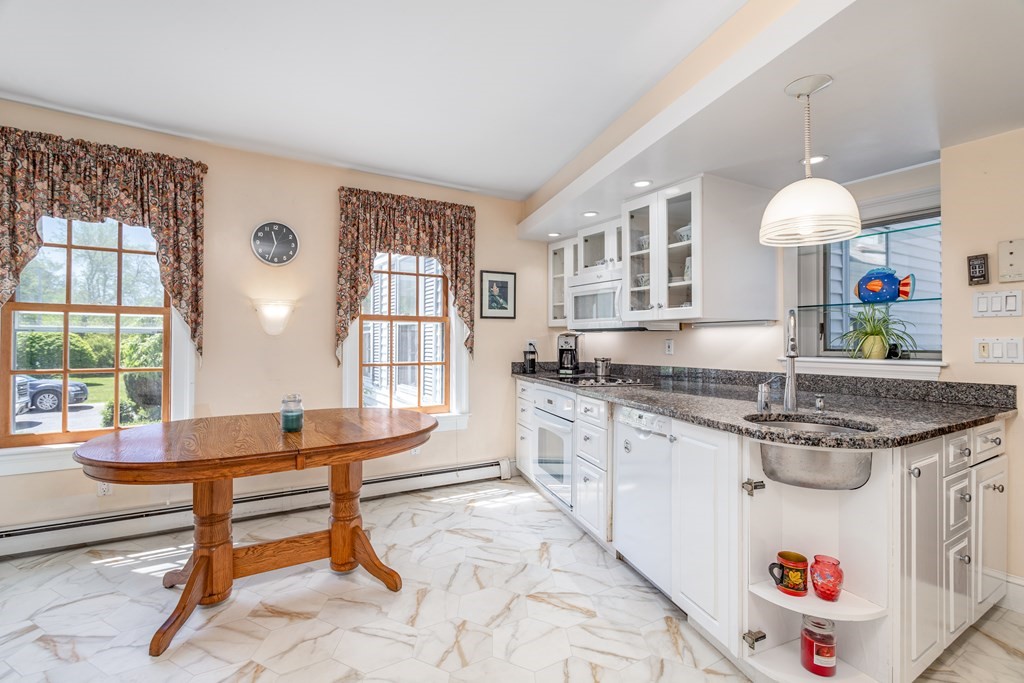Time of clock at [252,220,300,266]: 11:33
